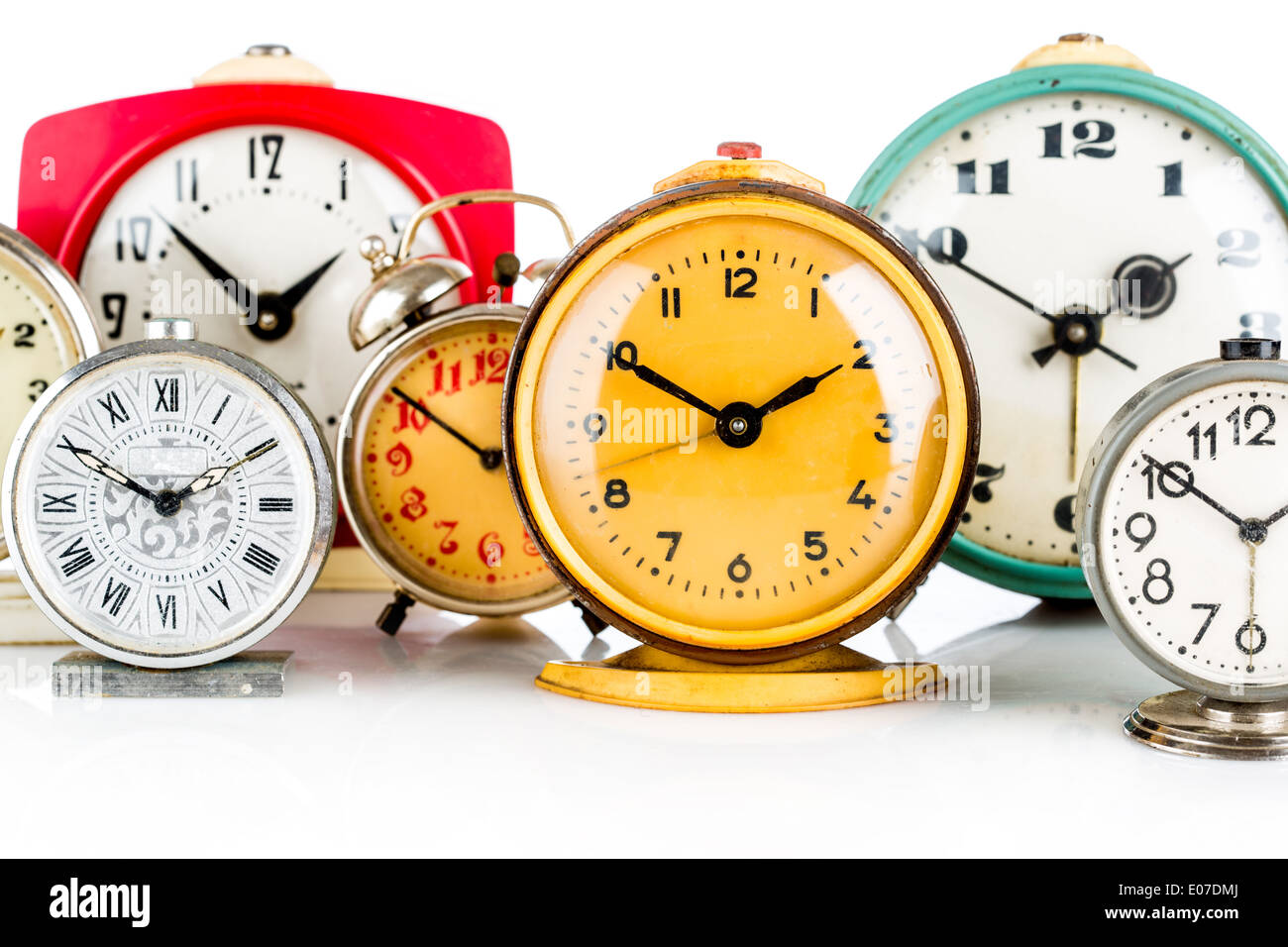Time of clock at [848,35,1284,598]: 1:50
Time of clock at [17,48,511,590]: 1:50
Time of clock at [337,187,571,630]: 1:50
